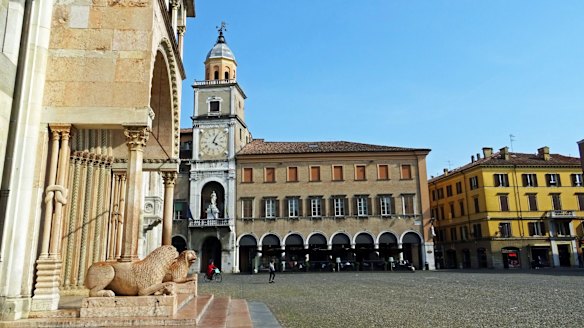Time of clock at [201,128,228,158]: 4:04
